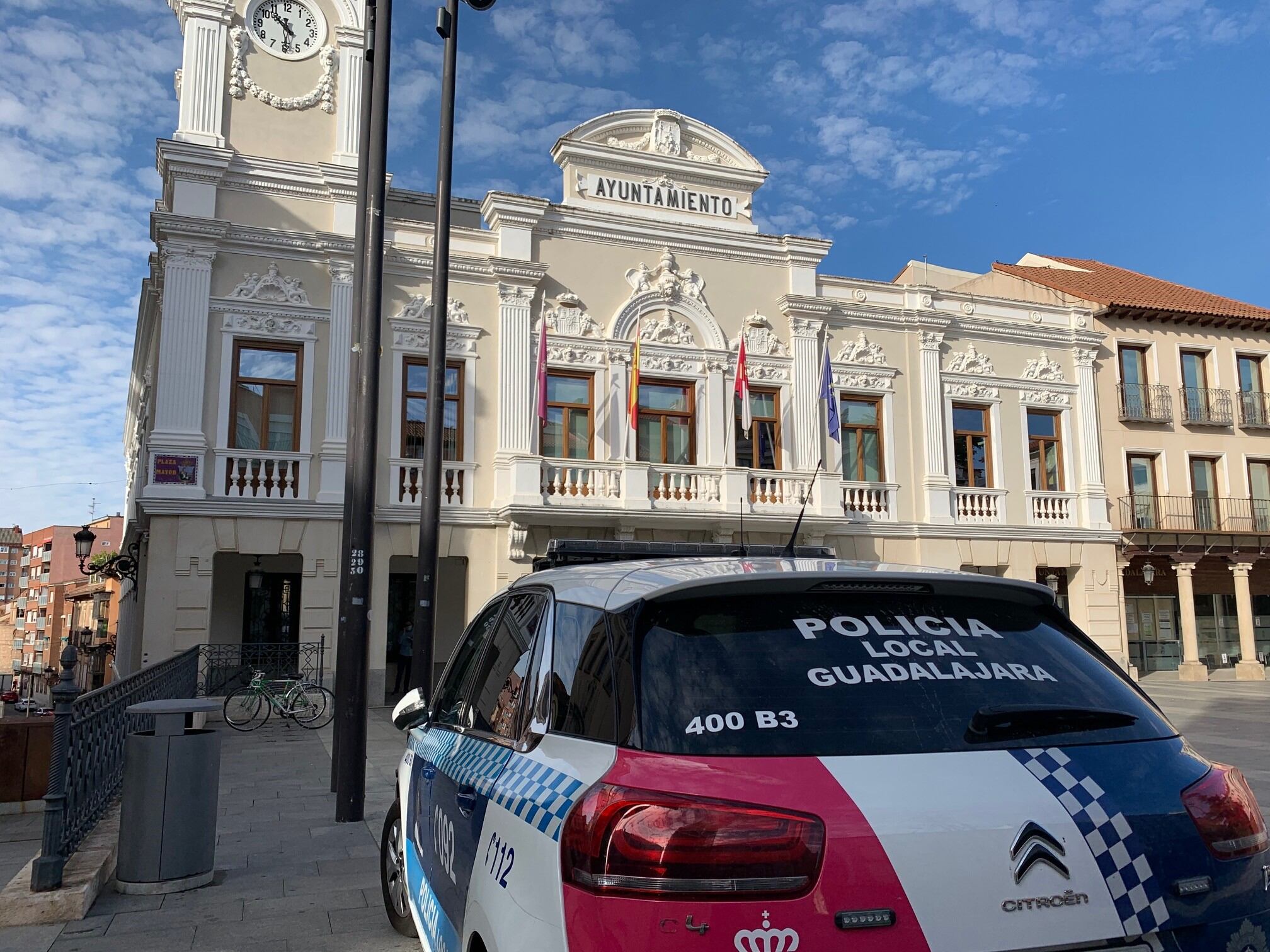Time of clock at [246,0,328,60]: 10:29
